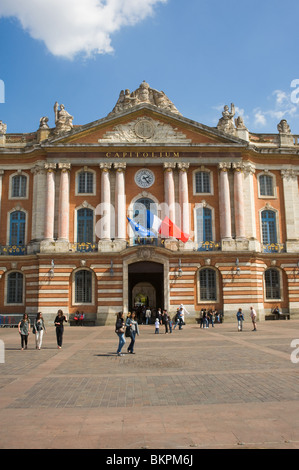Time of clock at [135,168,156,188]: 2:23
